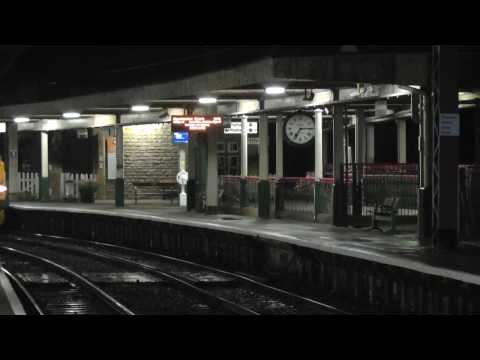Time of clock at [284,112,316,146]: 7:14
